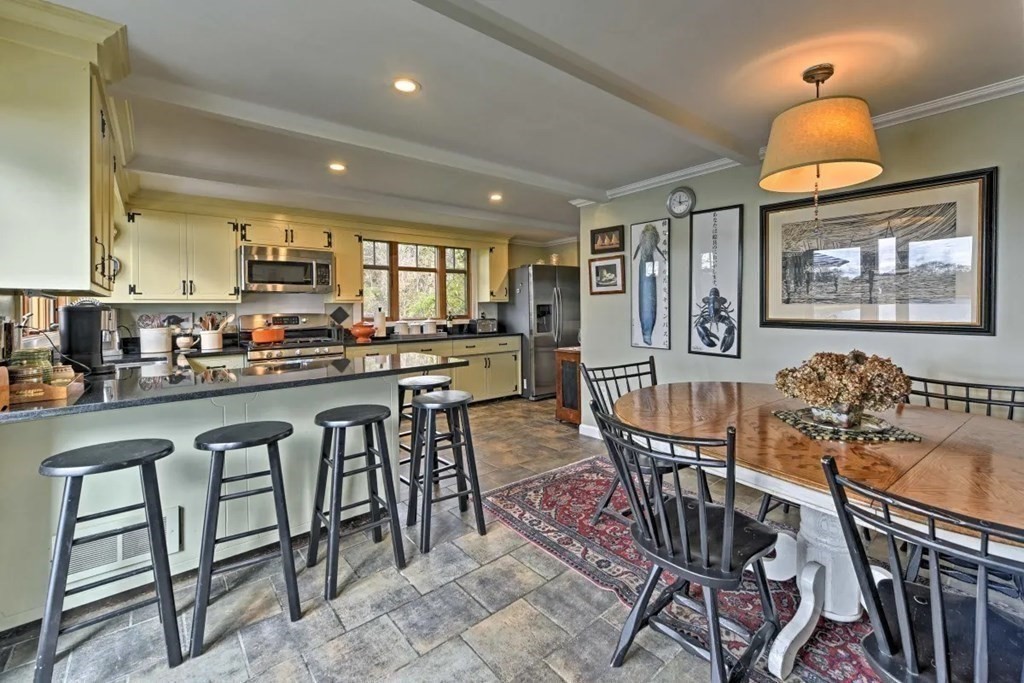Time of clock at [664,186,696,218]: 12:14
